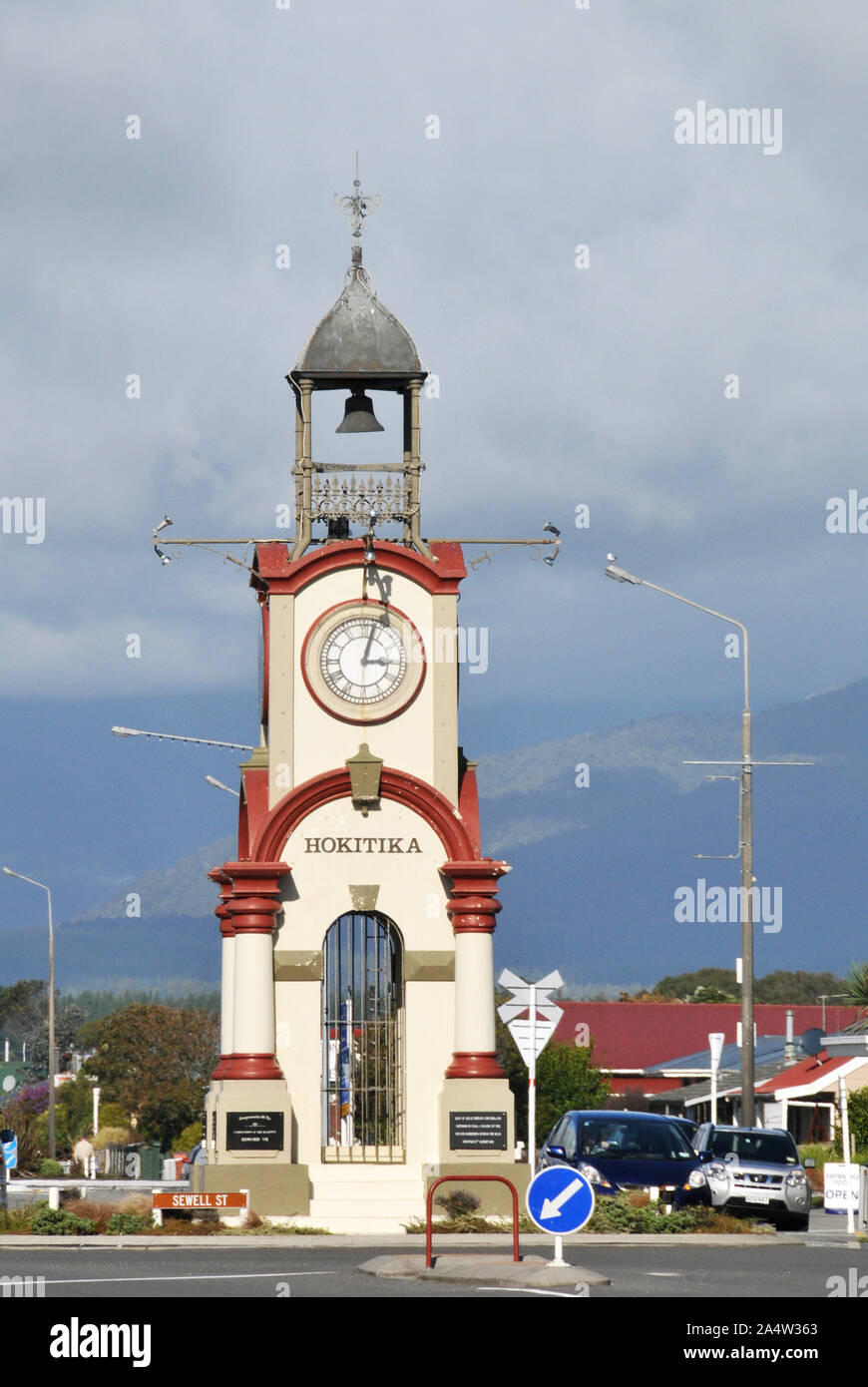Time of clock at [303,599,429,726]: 3:02
